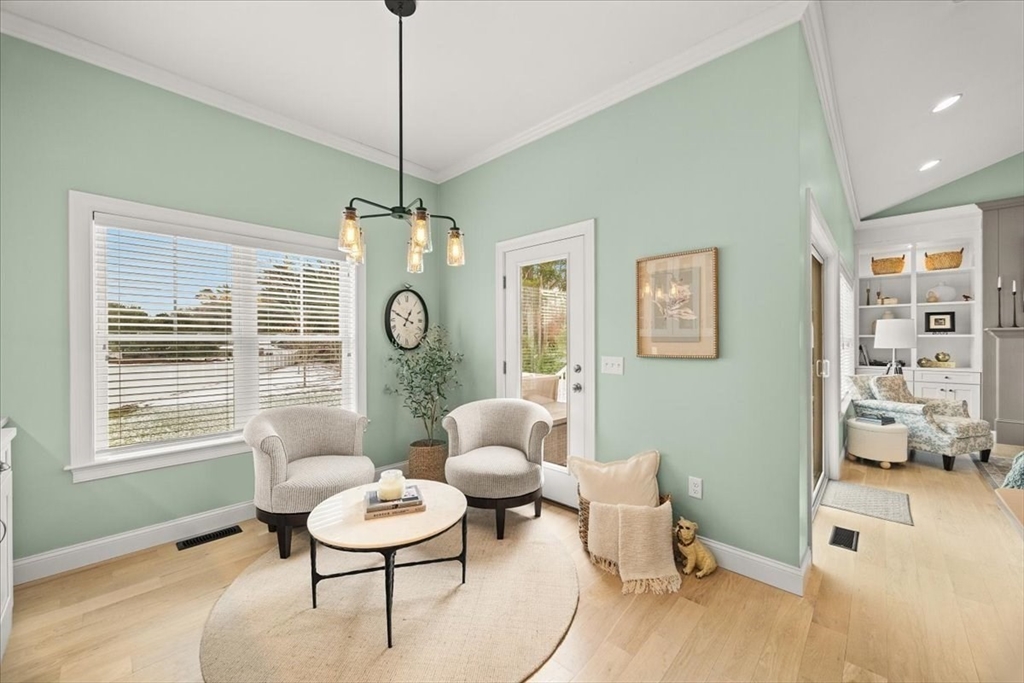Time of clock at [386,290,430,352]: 12:48
